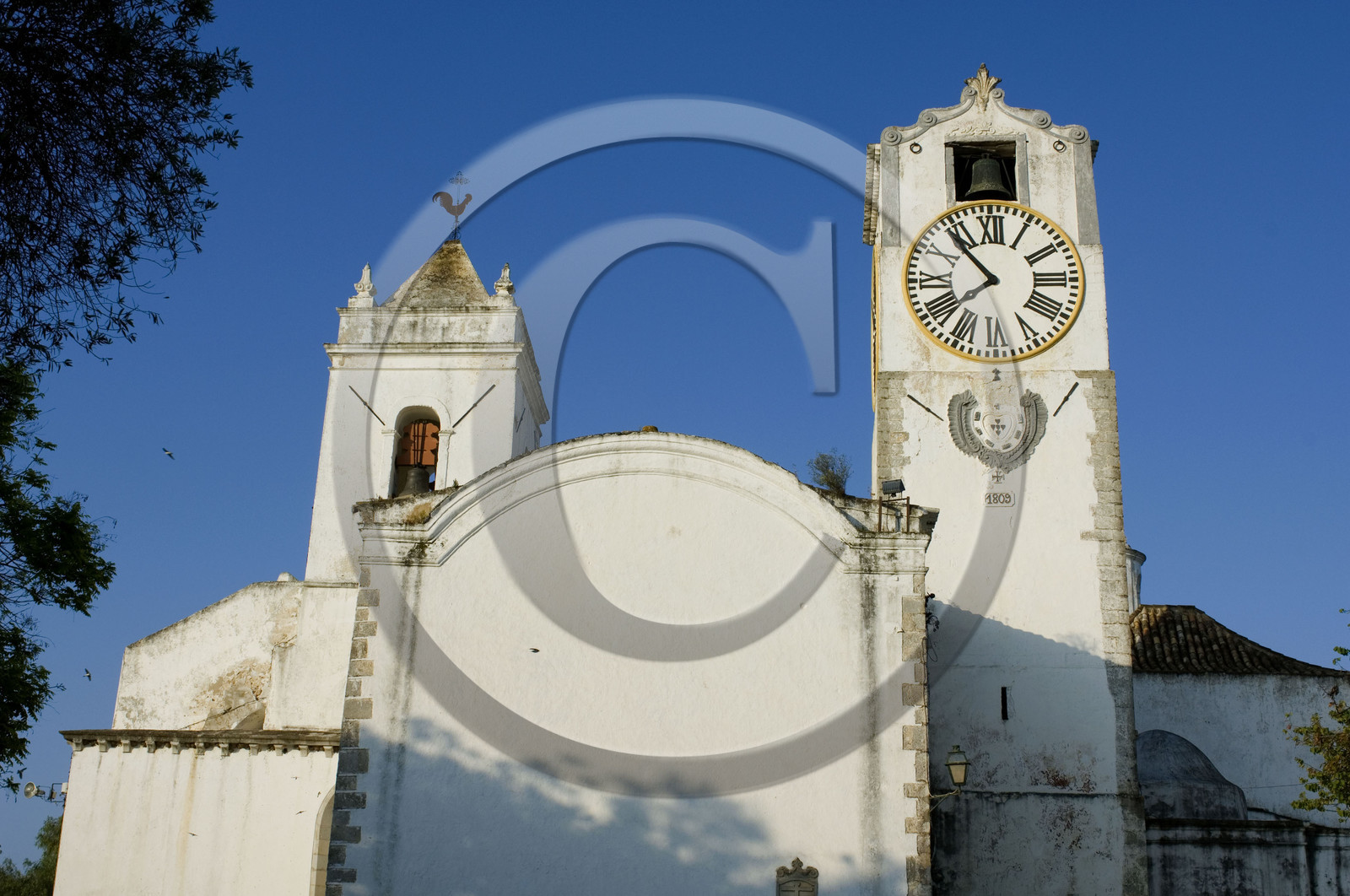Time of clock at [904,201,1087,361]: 7:53
